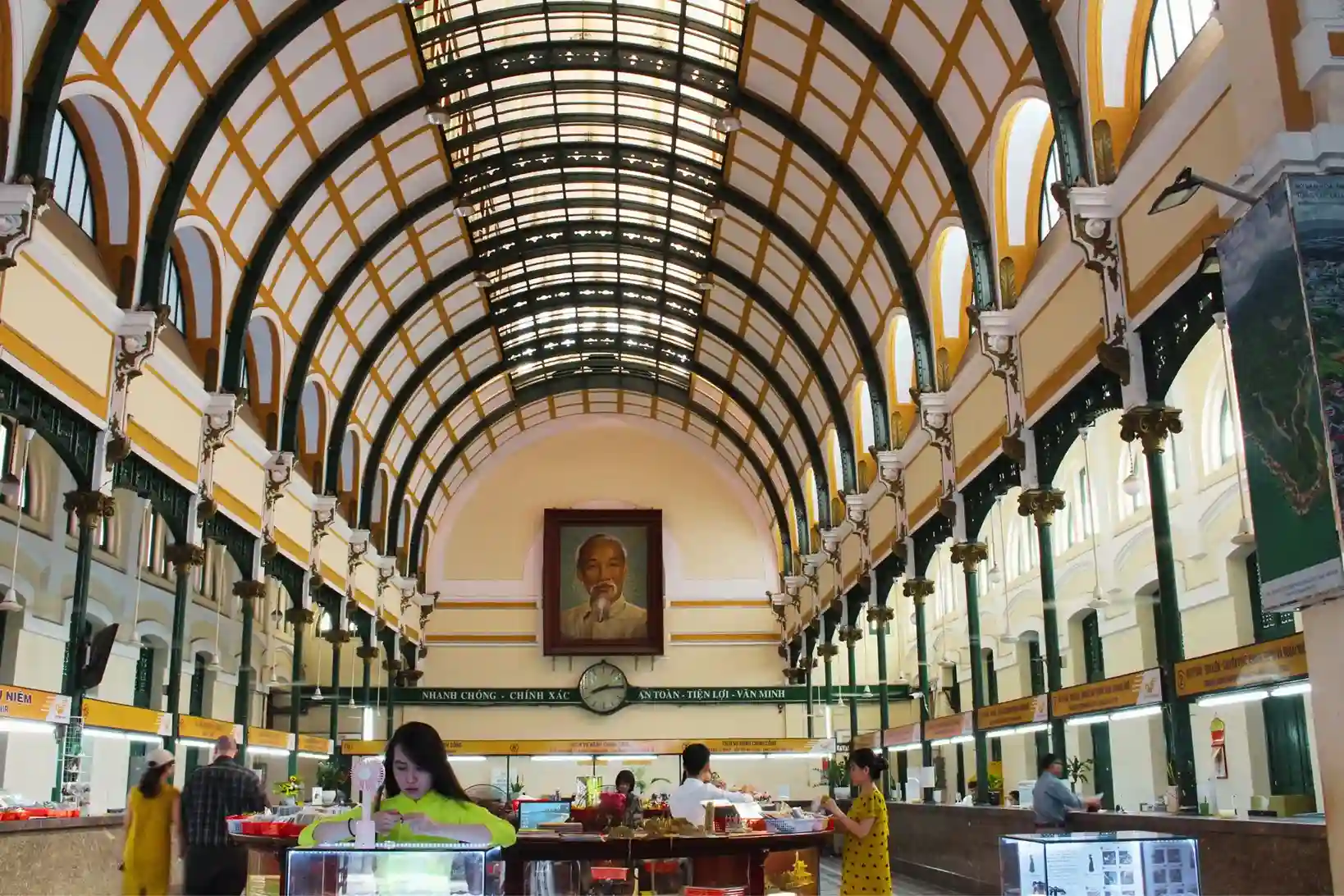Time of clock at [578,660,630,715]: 8:14
